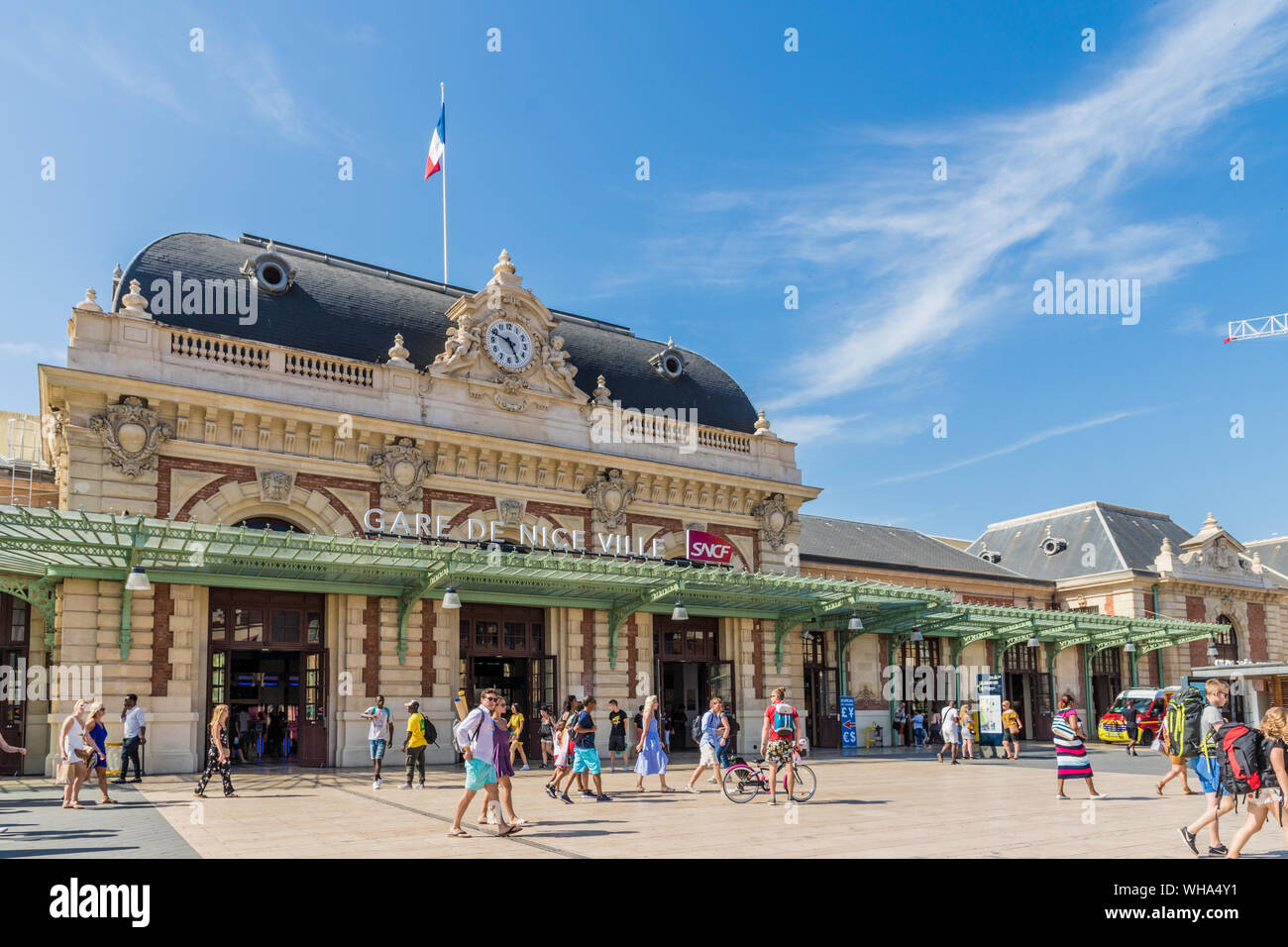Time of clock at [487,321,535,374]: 4:48
